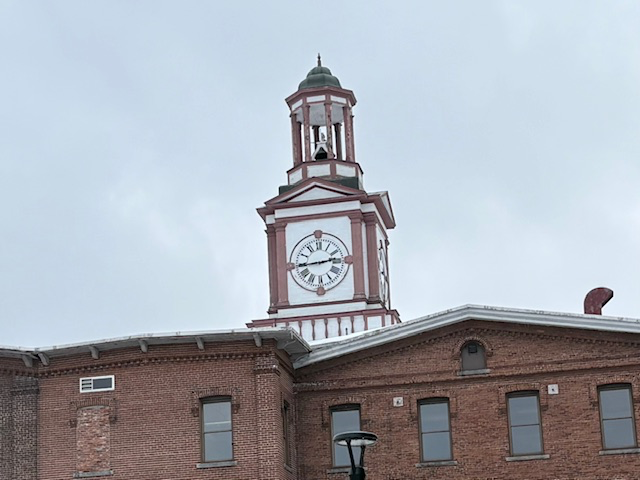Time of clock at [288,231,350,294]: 2:44
